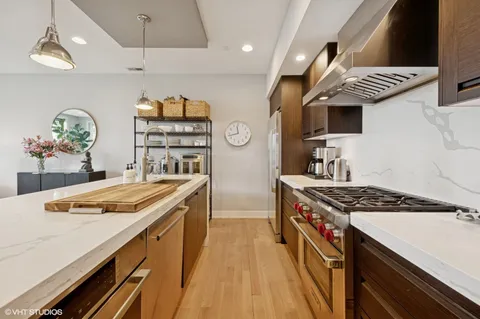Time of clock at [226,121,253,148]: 11:42
